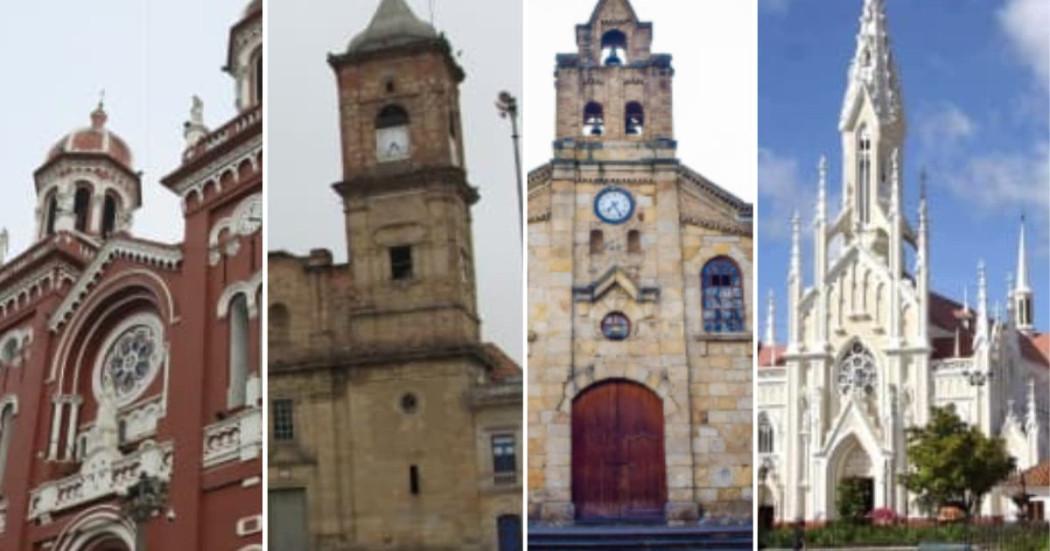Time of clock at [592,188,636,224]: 7:24
